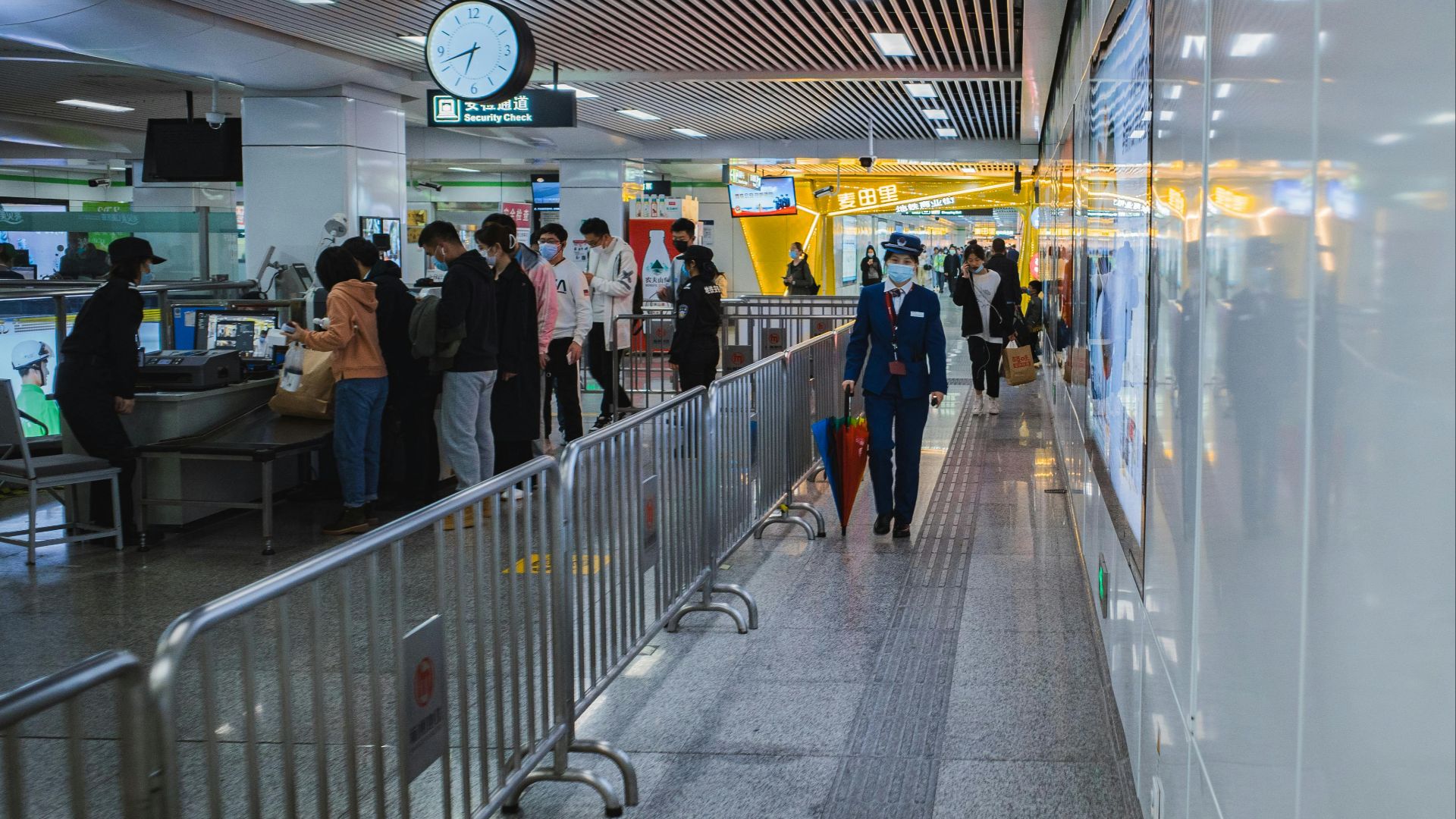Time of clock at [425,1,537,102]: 6:42
